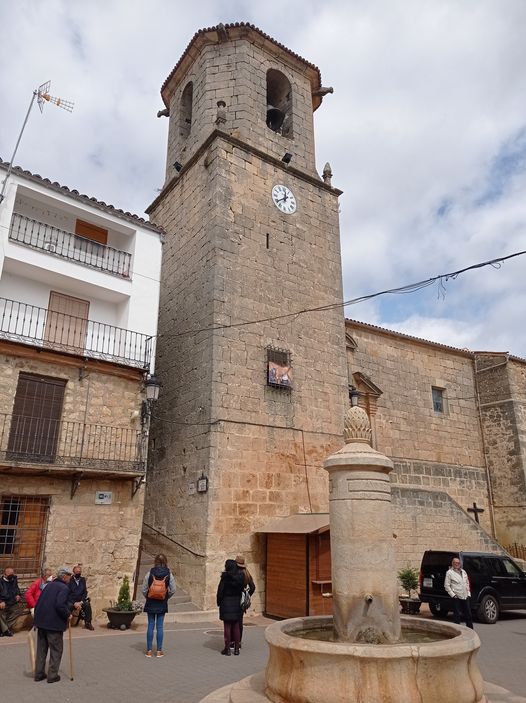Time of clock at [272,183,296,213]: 12:39
